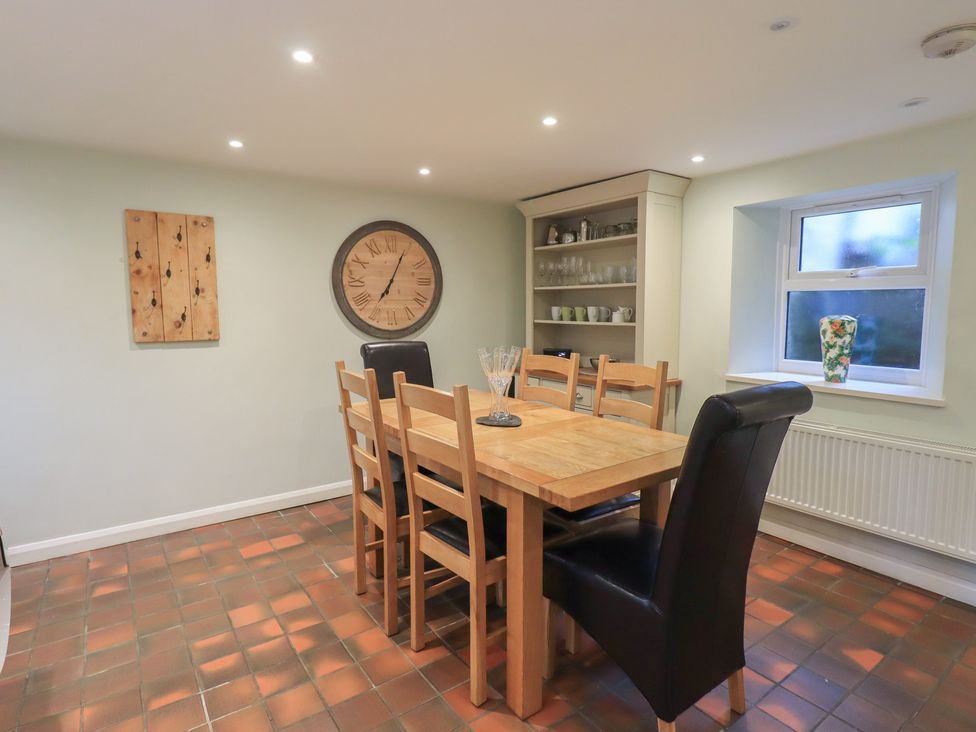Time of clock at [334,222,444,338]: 7:04
